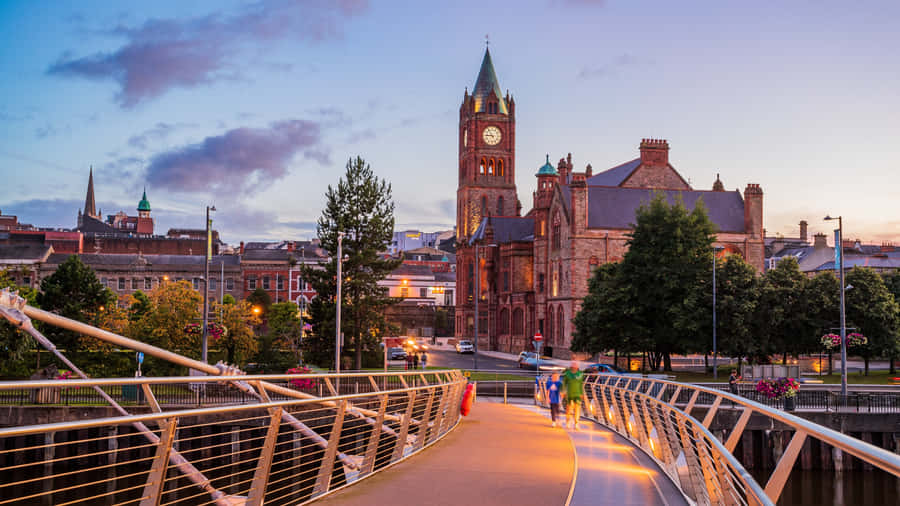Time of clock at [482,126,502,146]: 8:54
